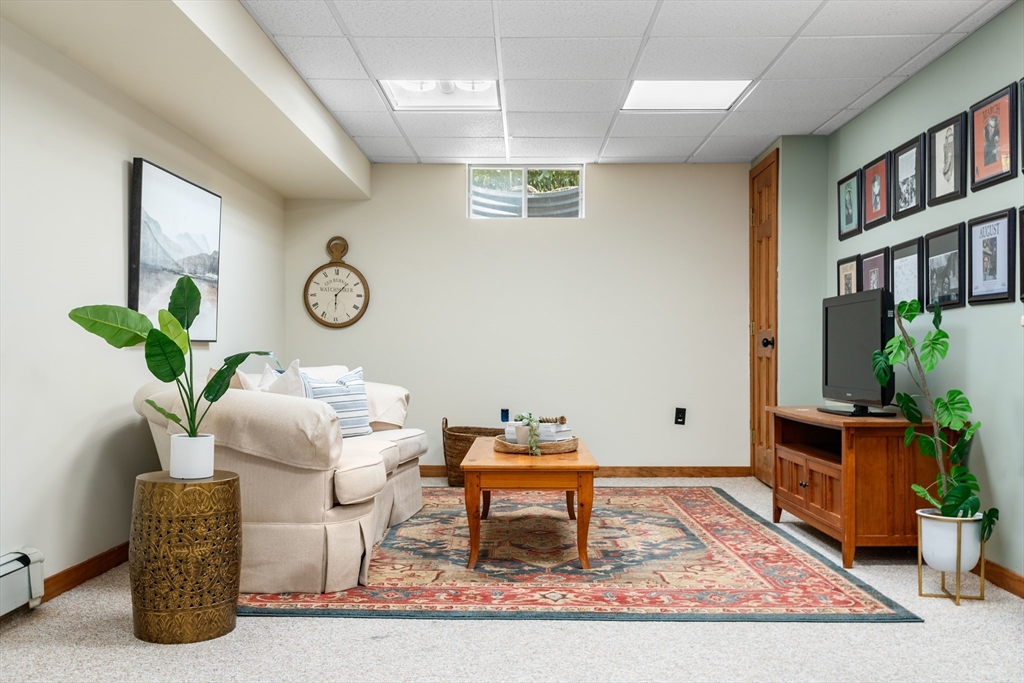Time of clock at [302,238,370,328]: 1:30
